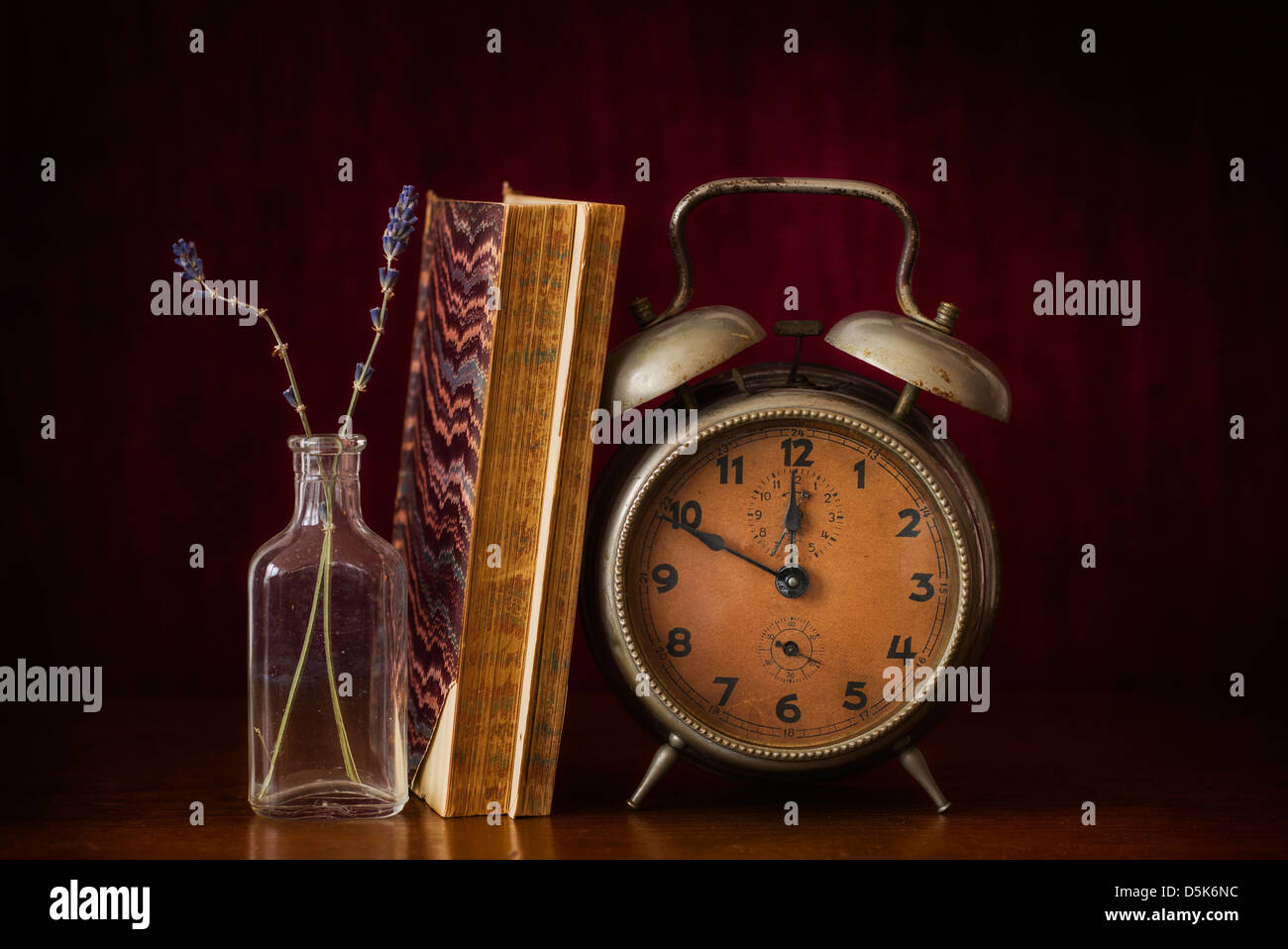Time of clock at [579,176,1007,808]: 11:49
